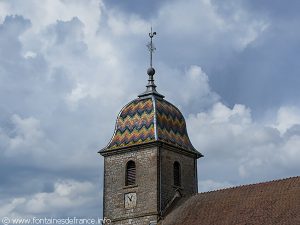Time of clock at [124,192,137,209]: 12:52
